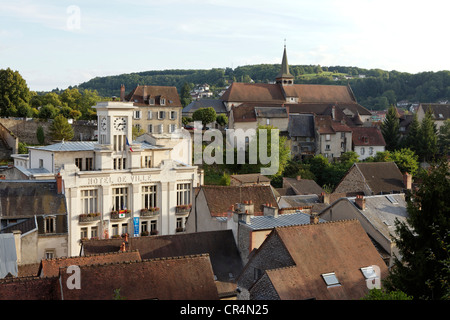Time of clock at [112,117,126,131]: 7:15
